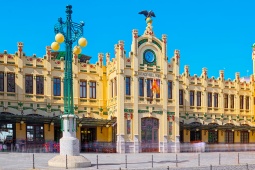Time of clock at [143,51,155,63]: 10:36
